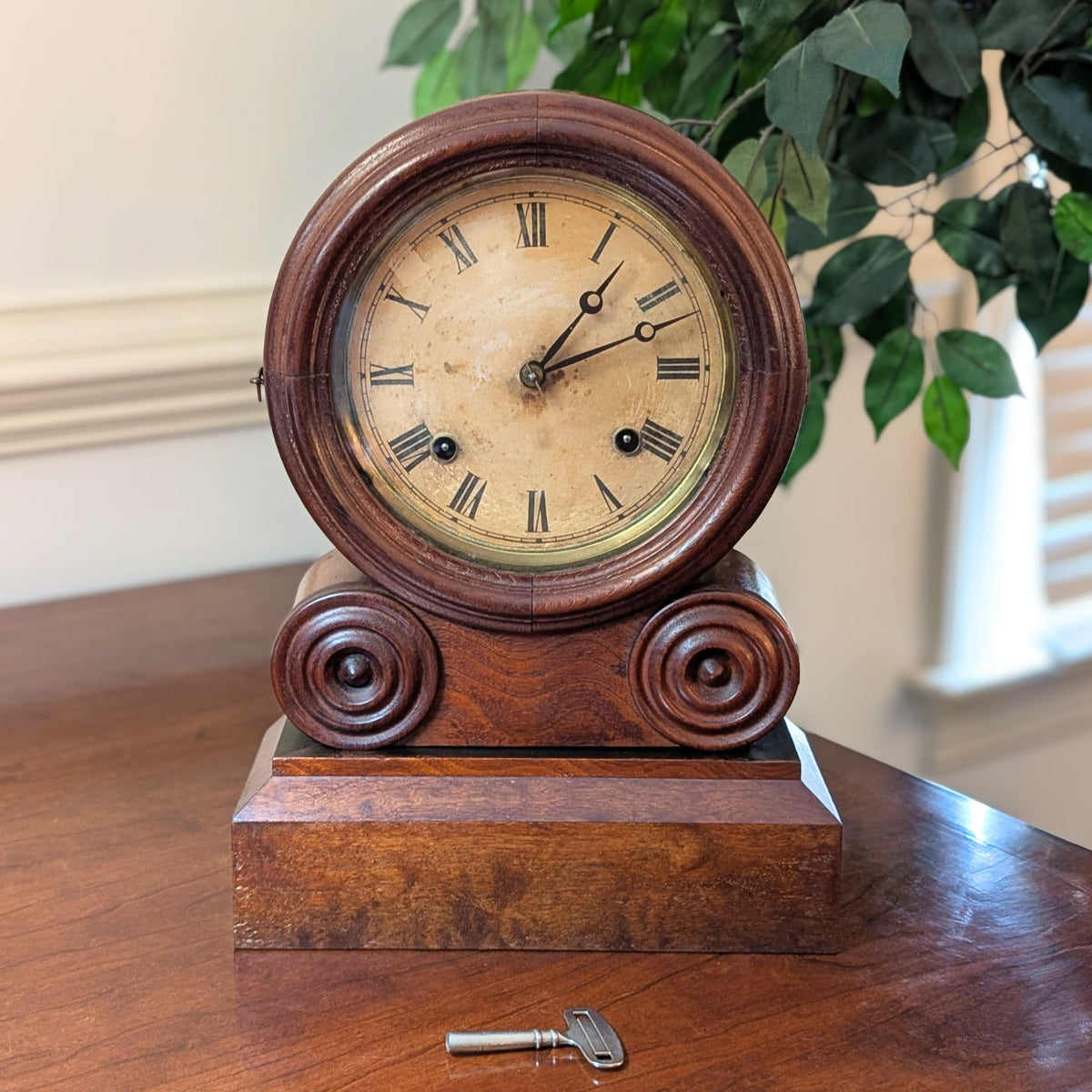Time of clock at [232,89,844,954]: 1:11
